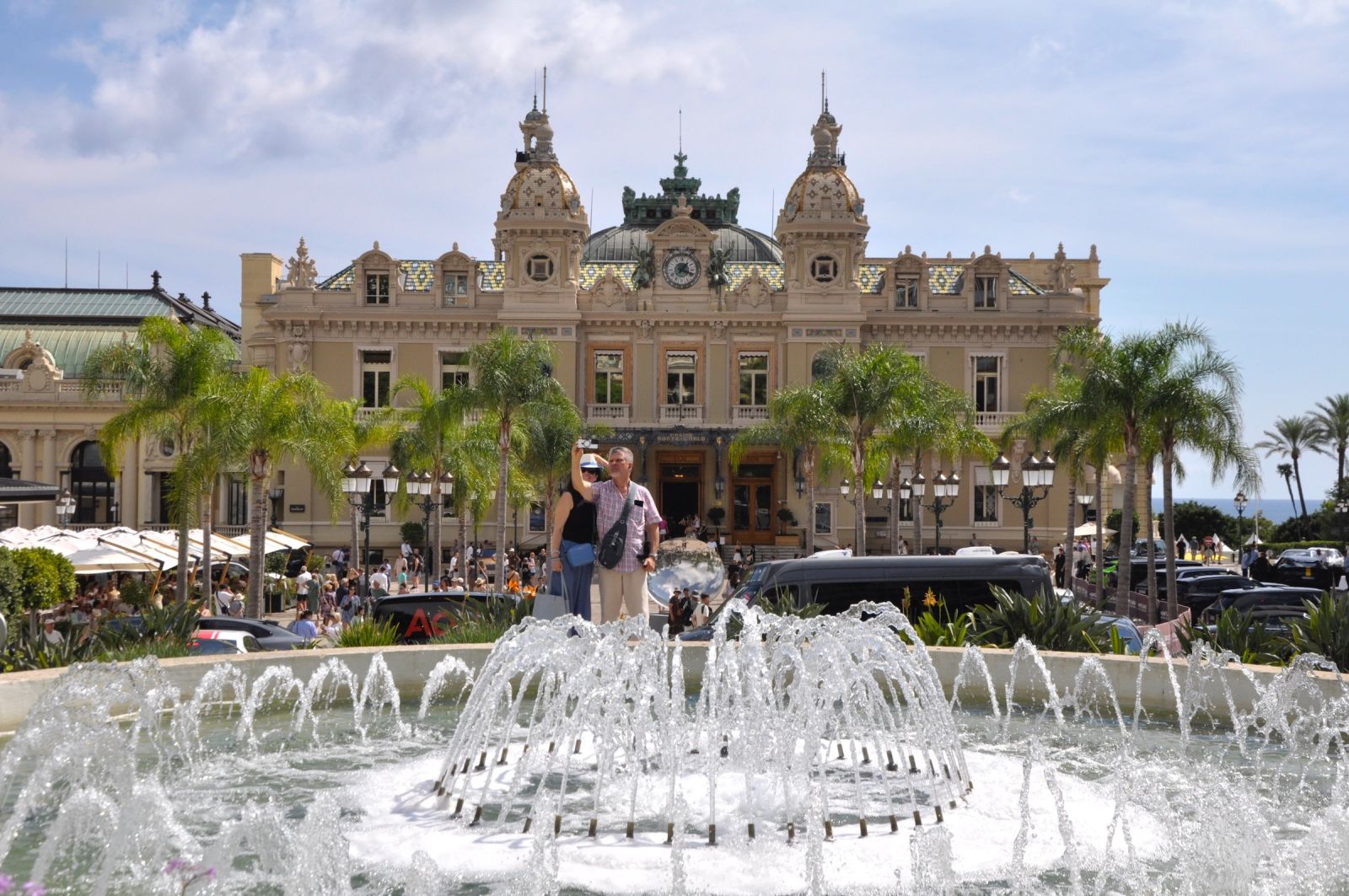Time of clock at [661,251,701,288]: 1:18
